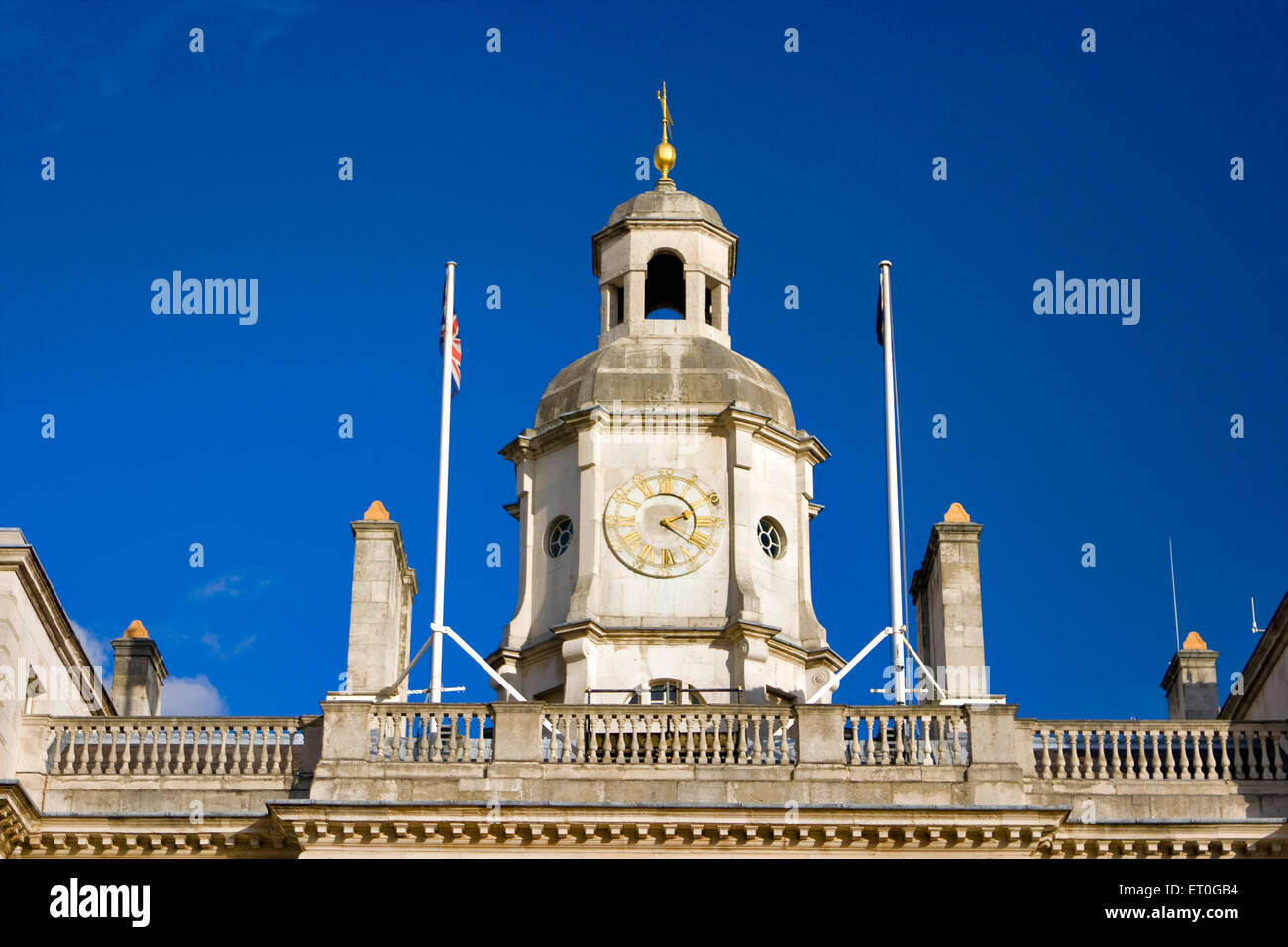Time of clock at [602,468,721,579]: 2:21
